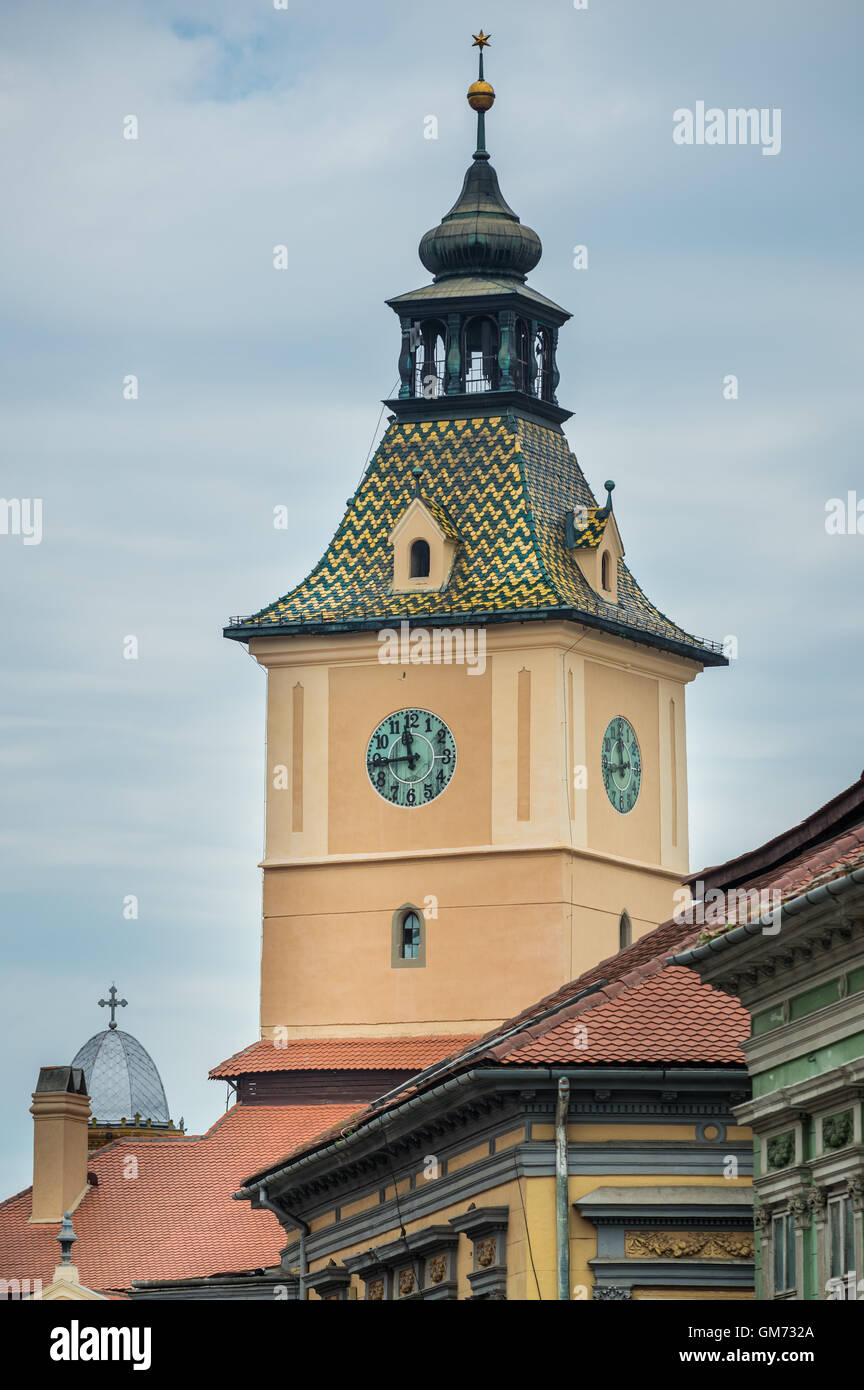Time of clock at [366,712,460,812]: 11:44
